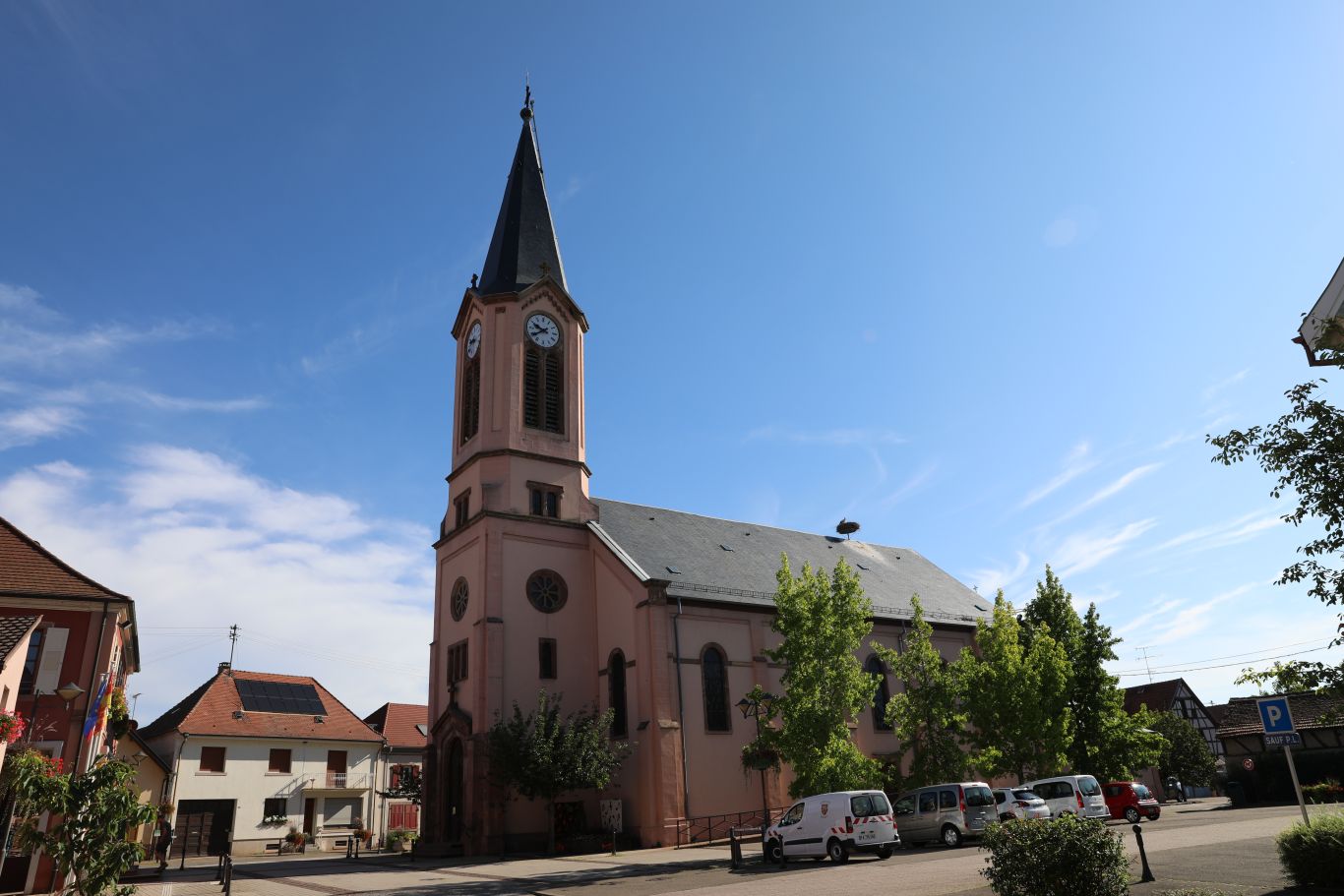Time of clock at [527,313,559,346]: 9:39
